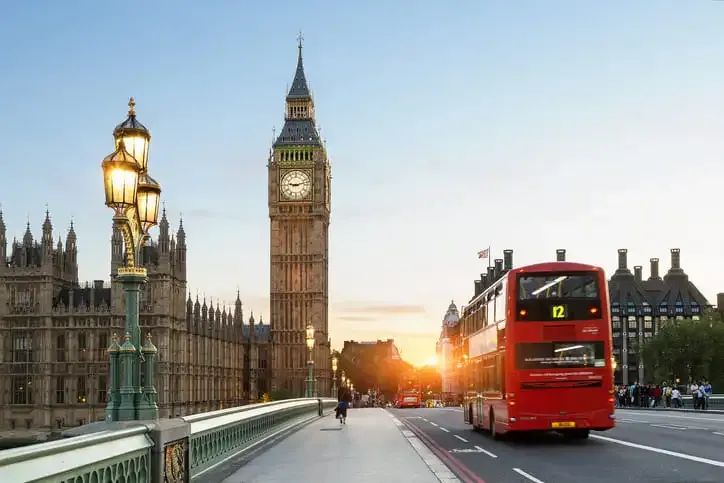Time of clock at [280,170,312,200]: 9:12
